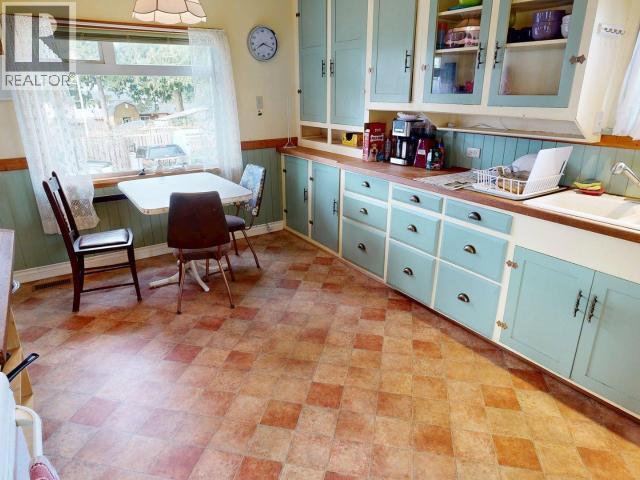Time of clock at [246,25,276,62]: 8:18
